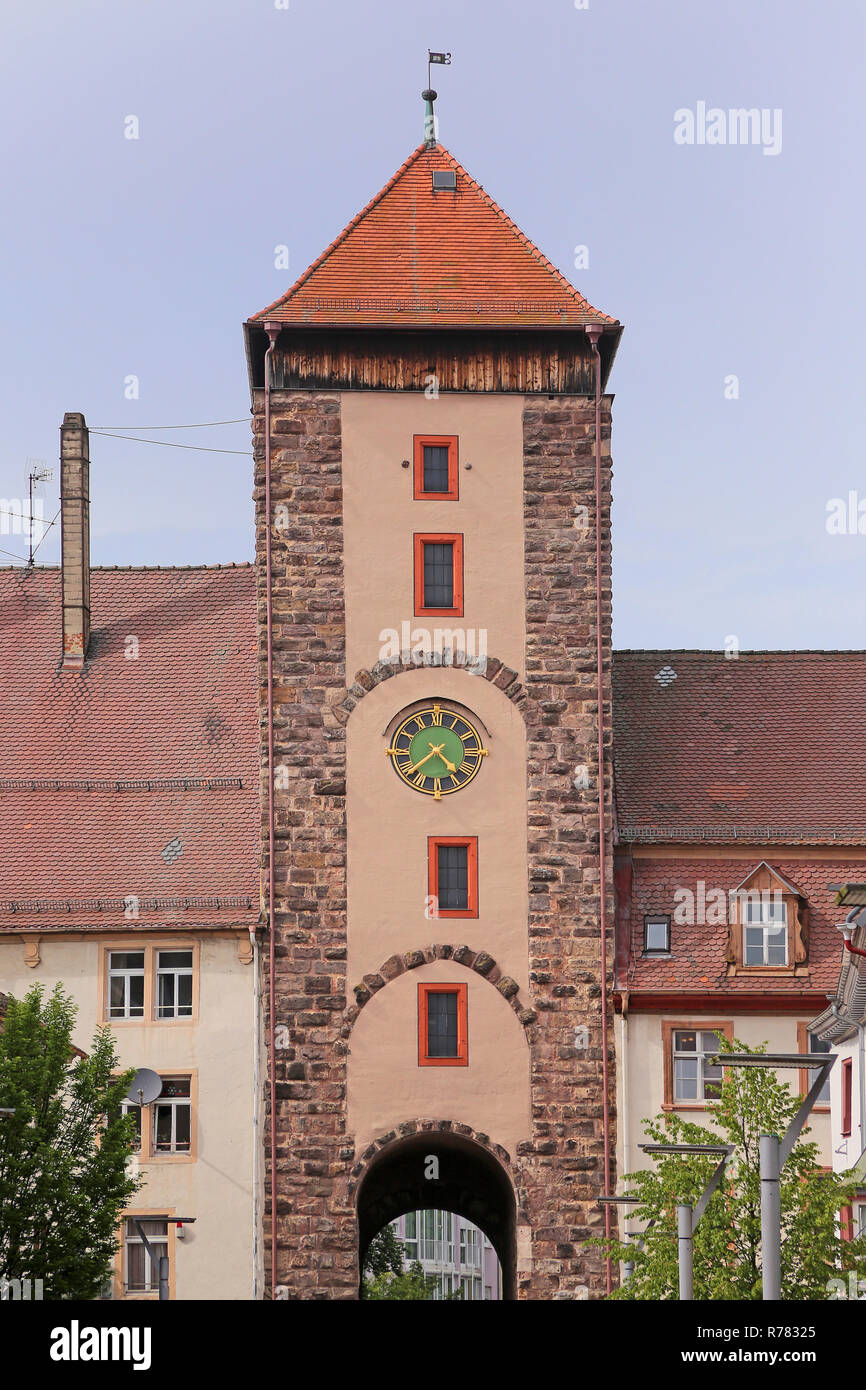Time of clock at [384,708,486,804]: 4:37
